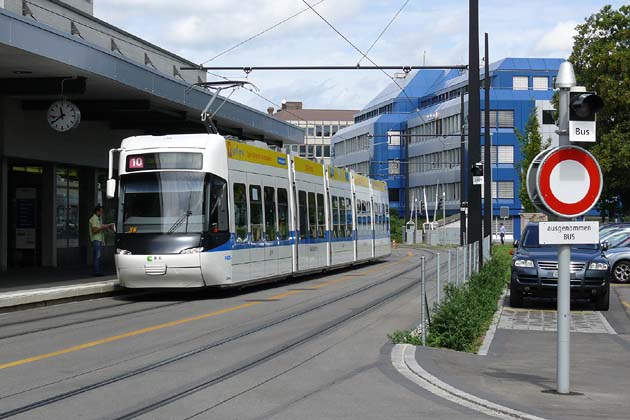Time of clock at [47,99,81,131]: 11:39
